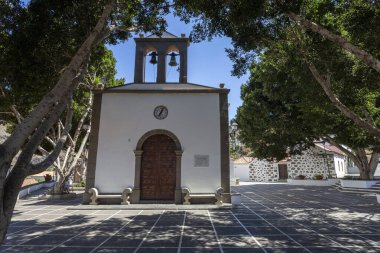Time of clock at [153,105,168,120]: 7:04
